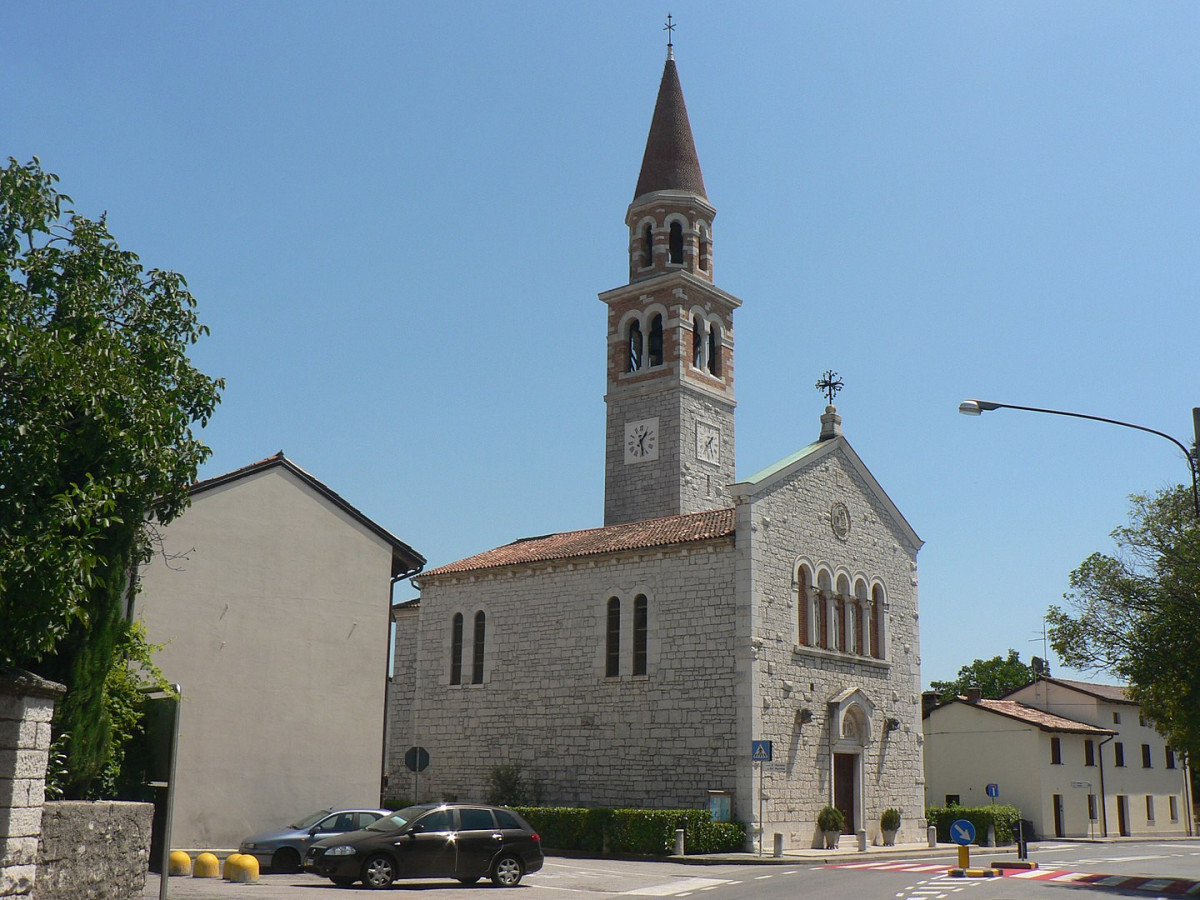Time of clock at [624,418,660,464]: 1:28
